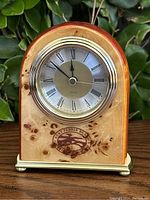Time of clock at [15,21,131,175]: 11:51
